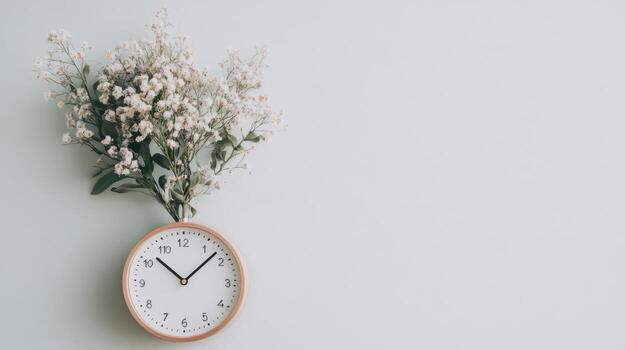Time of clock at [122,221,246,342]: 10:07
